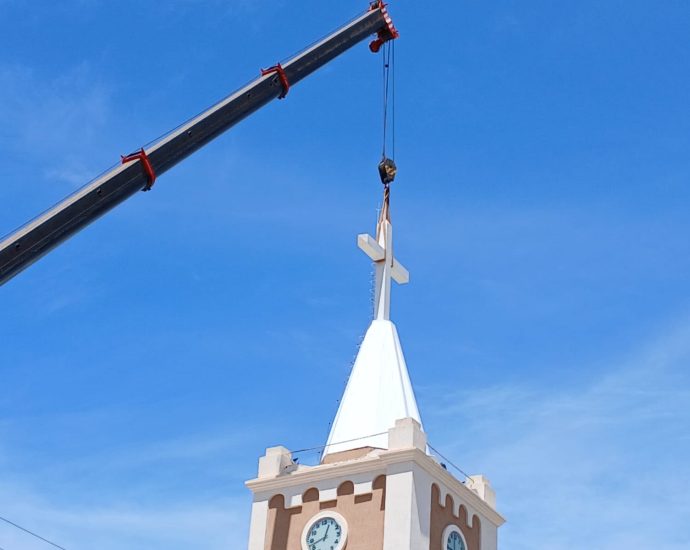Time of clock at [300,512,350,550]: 12:42
